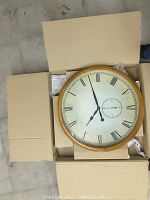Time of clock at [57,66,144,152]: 6:57
